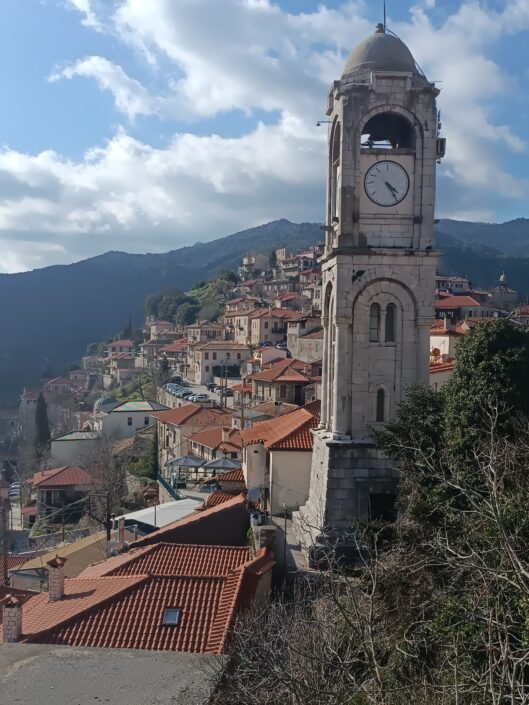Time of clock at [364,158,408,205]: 4:24
